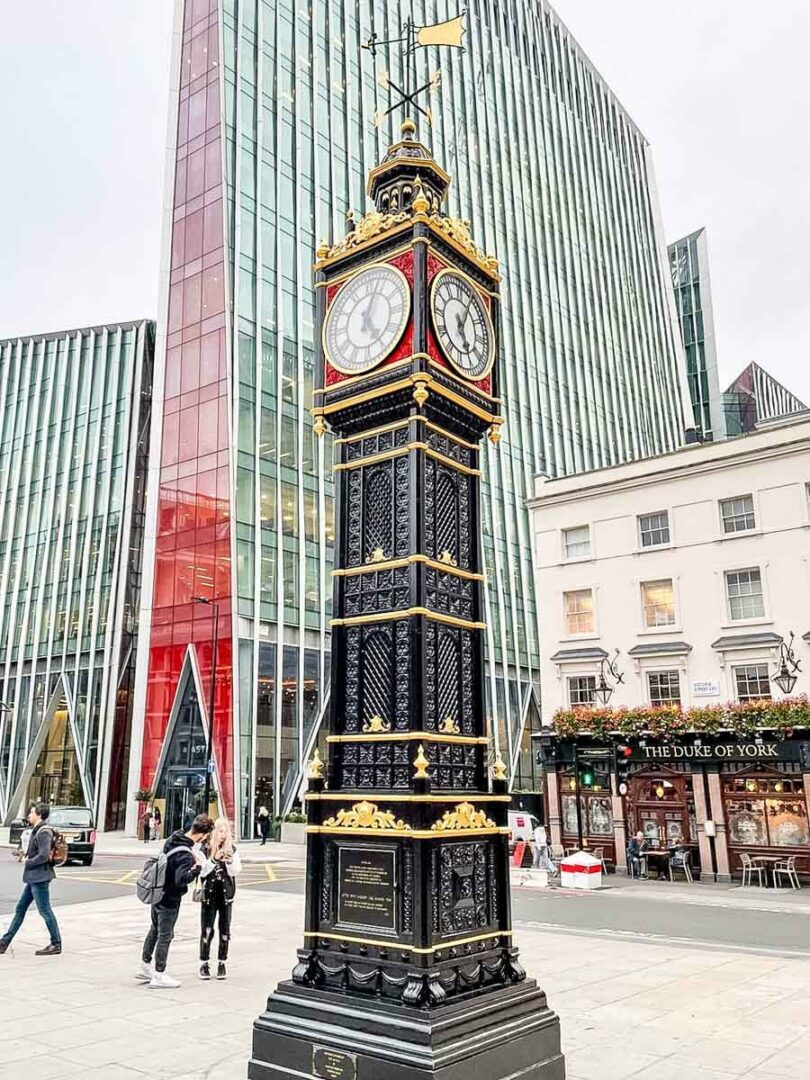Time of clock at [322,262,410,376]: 5:03
